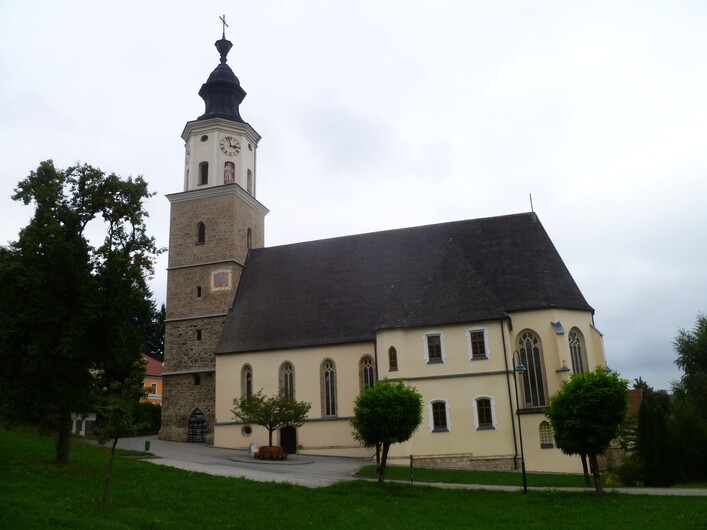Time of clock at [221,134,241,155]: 2:57
